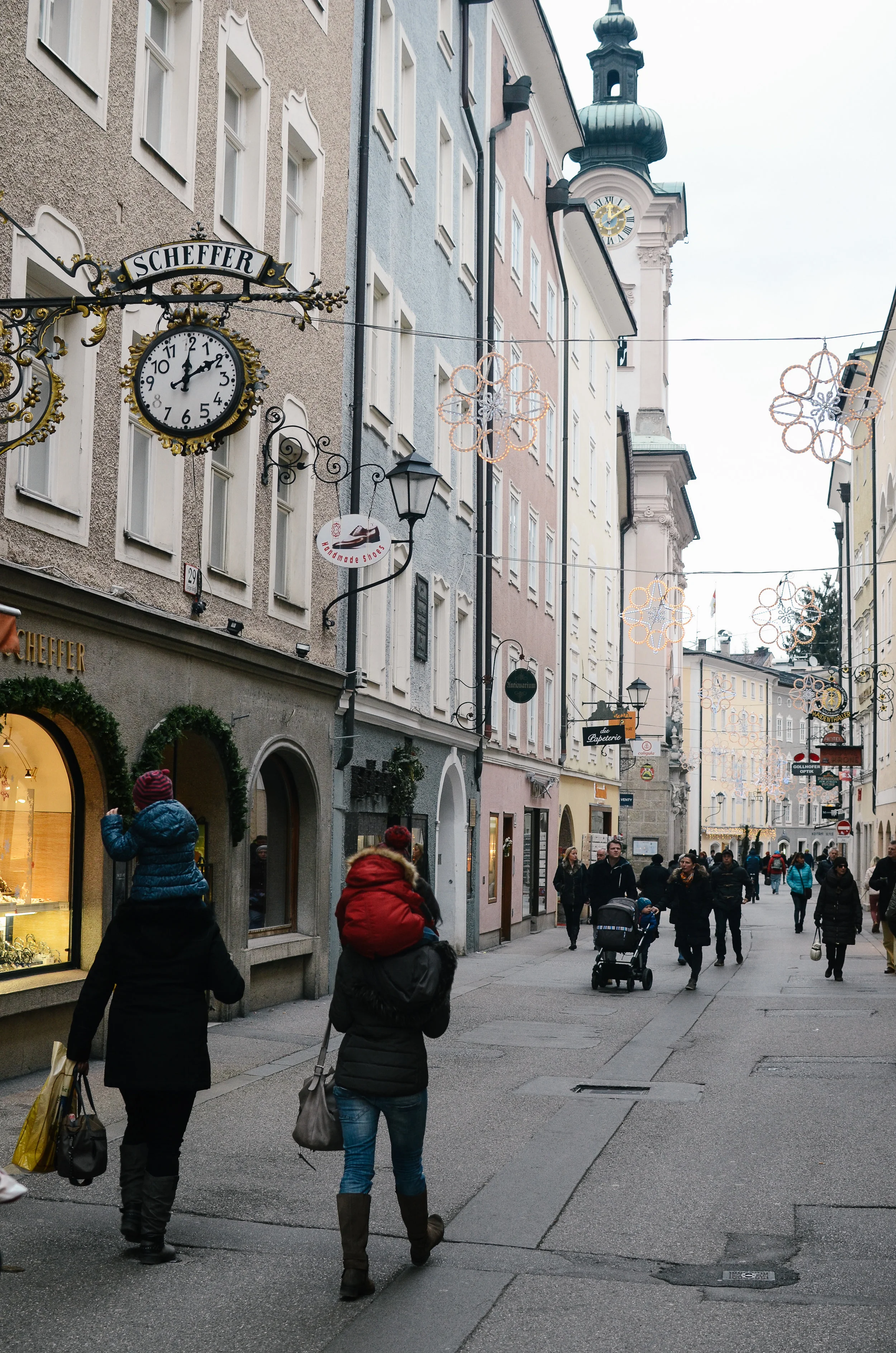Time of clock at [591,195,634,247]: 12:09
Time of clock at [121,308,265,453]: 12:09
